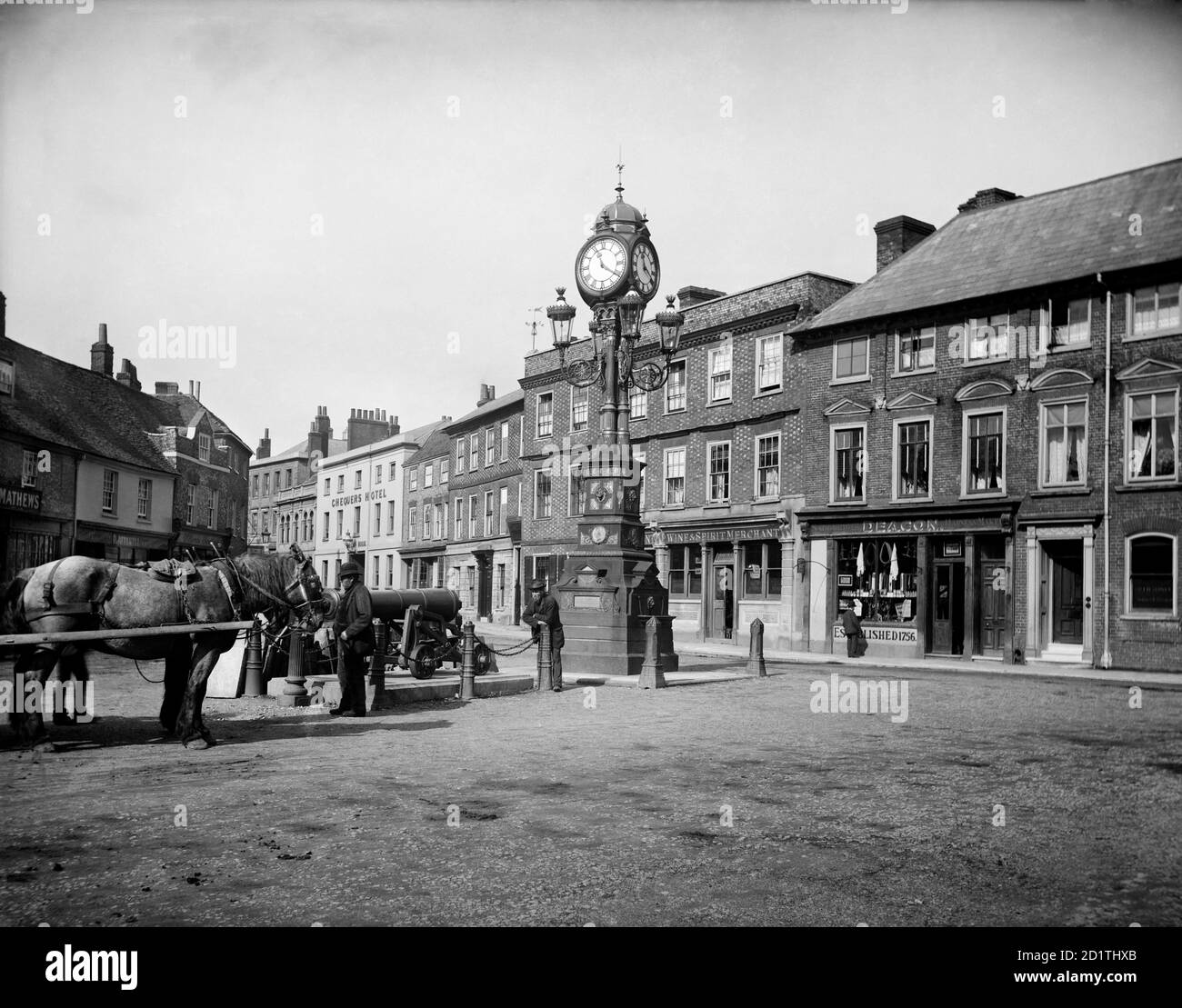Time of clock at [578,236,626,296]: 11:20
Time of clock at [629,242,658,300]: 11:20
